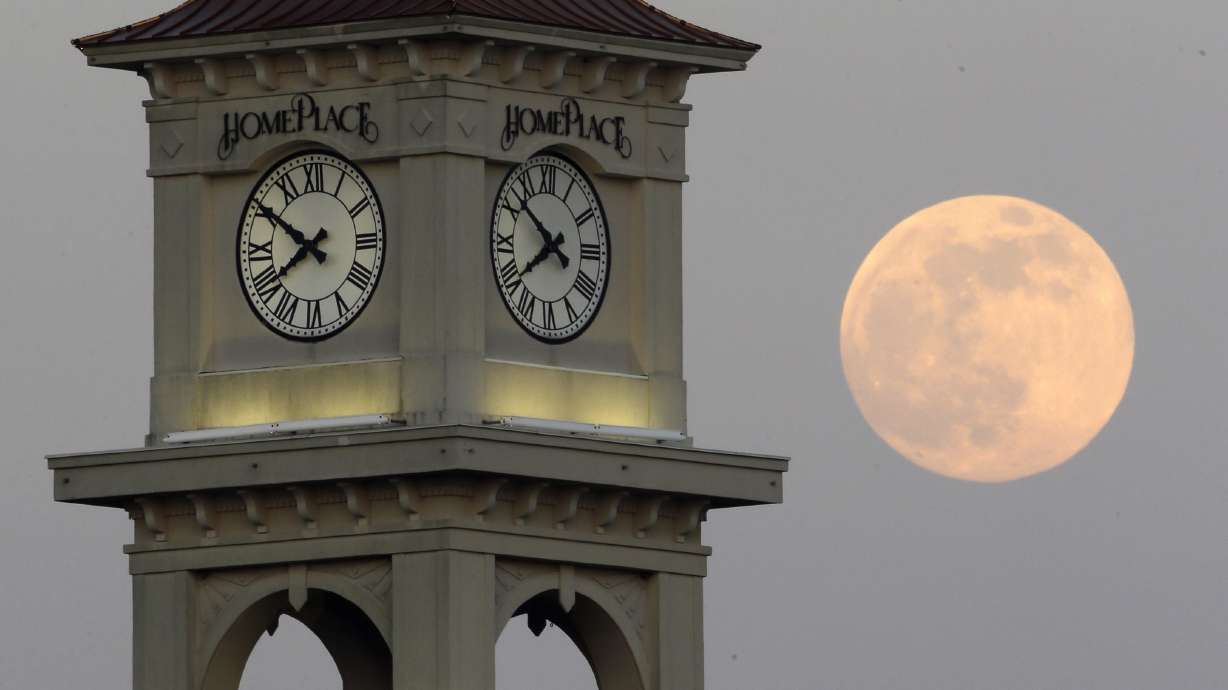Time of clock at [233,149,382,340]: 7:50
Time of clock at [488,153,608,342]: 7:51
